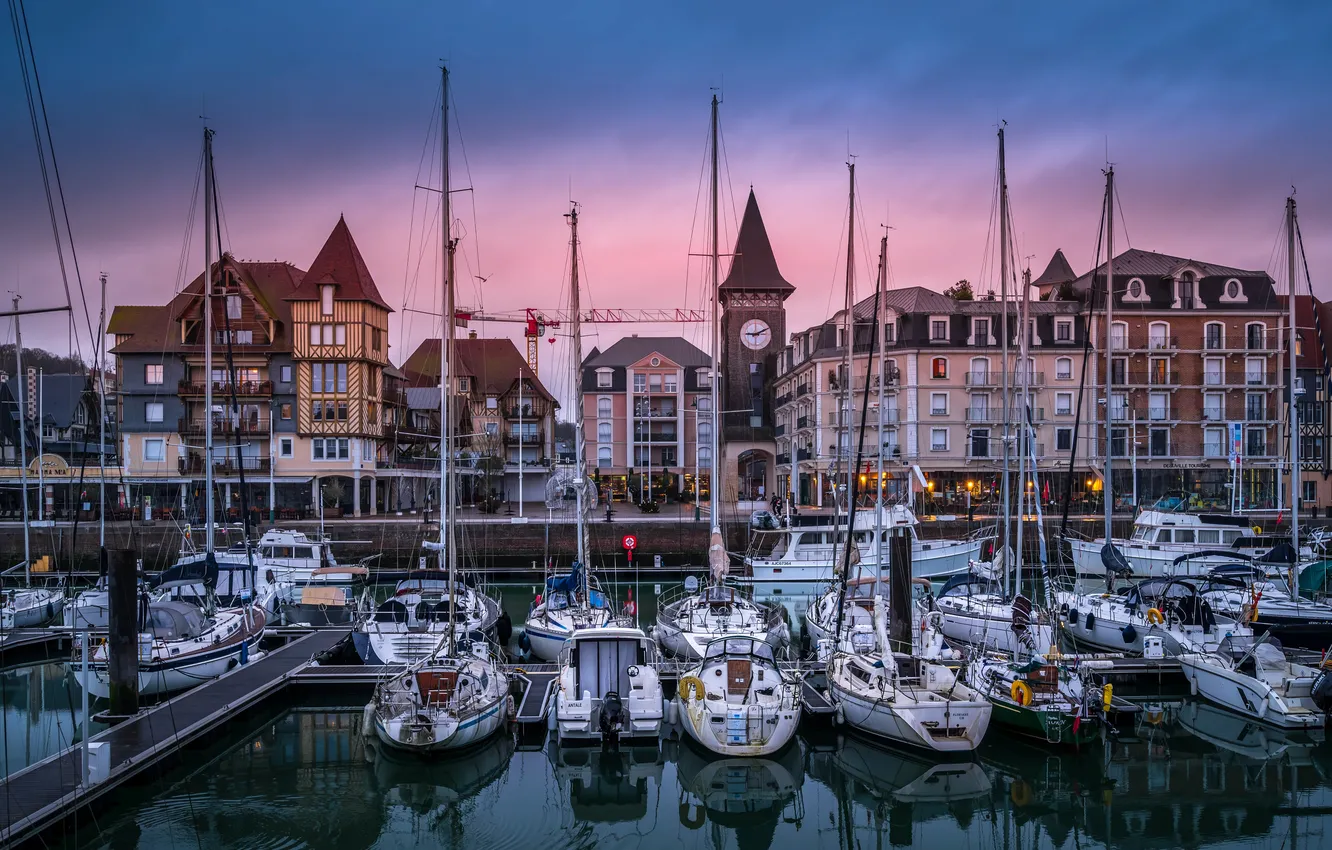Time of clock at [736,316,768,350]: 9:10
